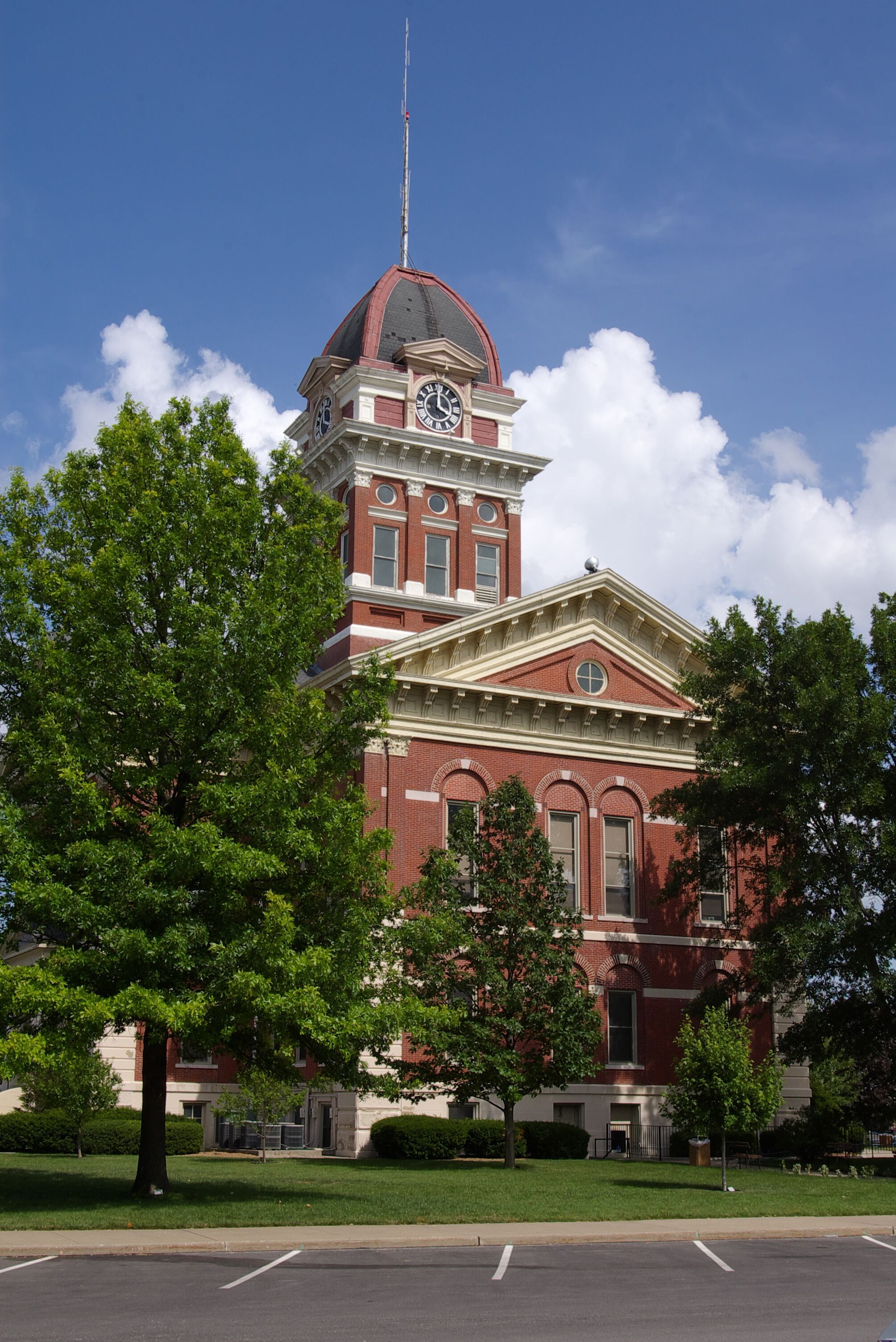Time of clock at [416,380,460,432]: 4:00
